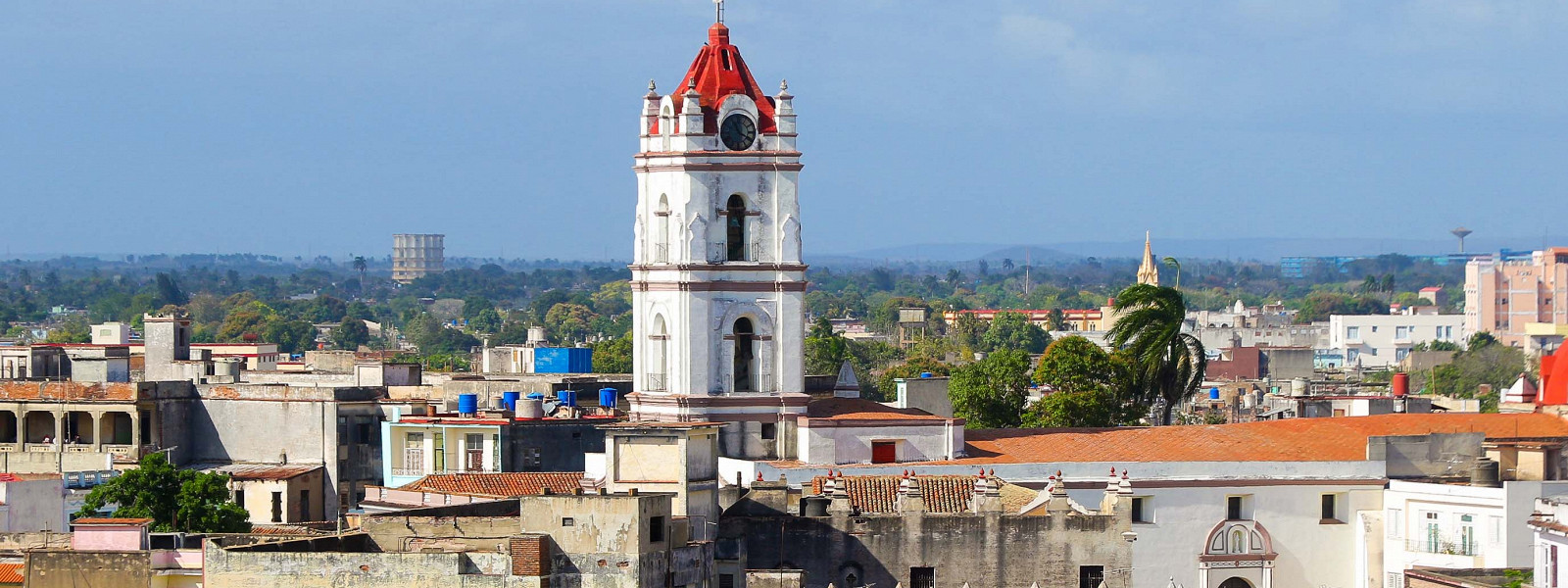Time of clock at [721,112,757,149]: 11:19
